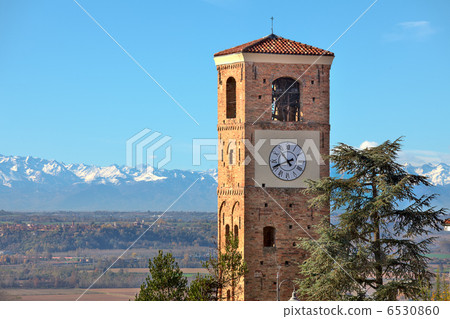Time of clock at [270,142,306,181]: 4:41
